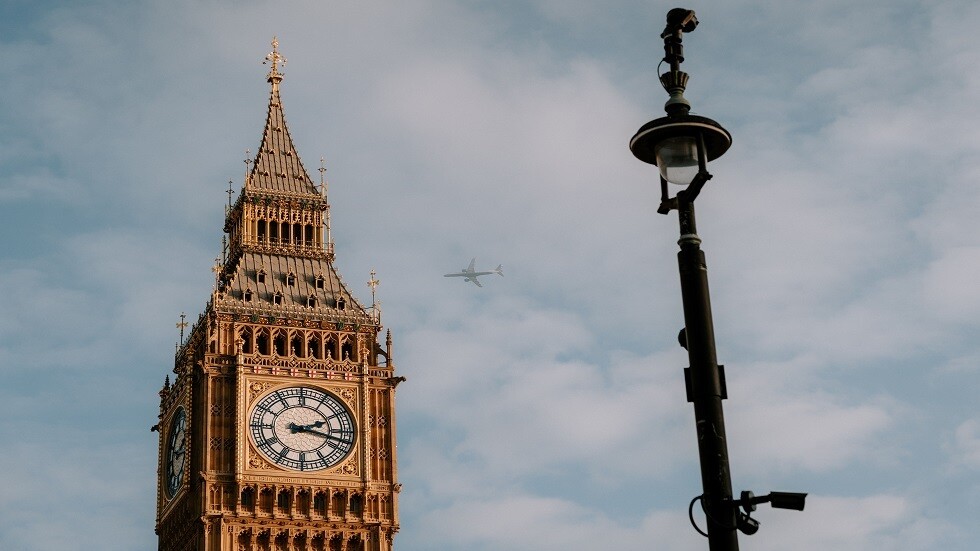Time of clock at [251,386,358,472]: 2:17
